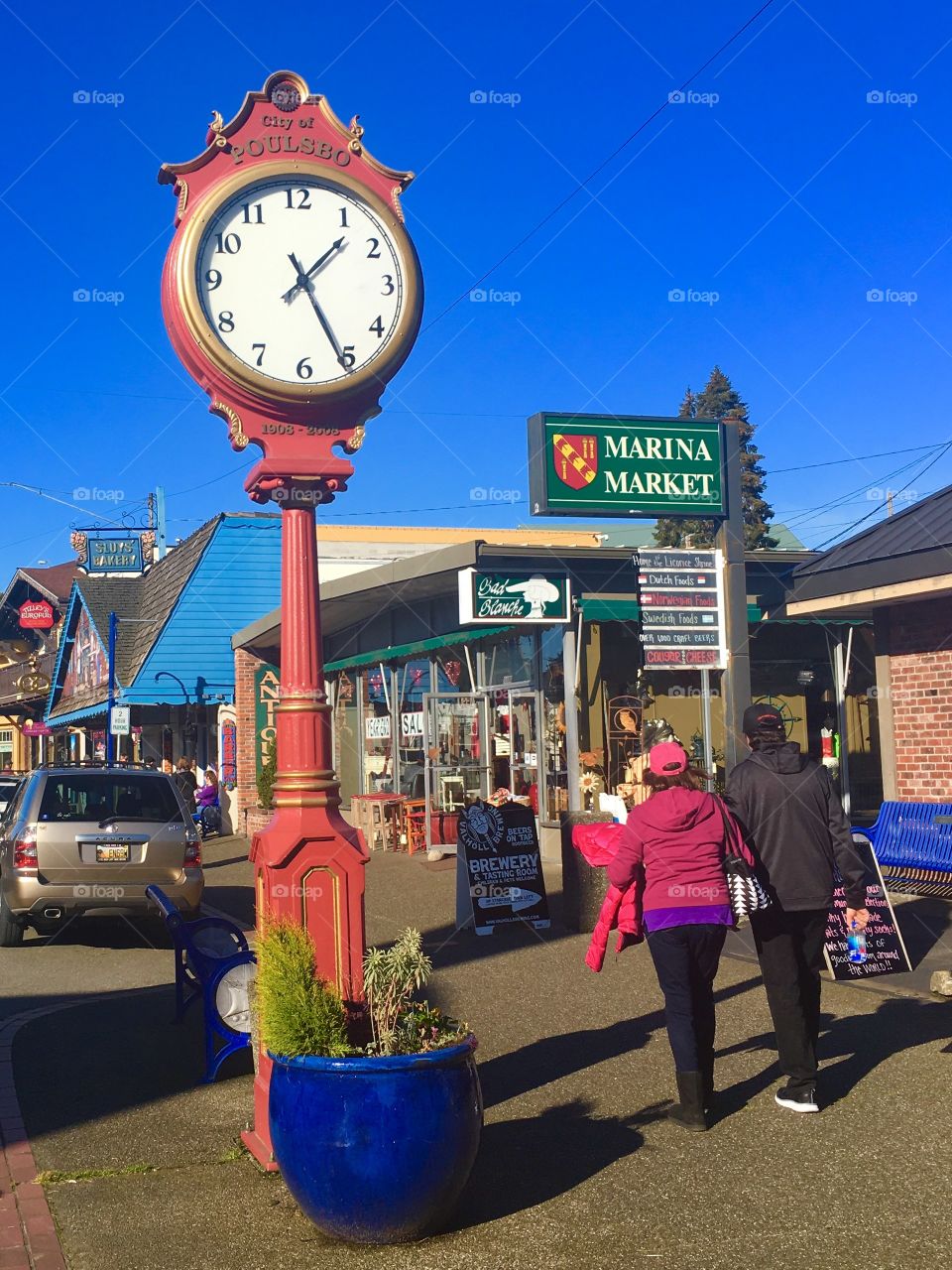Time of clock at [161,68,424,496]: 1:25
